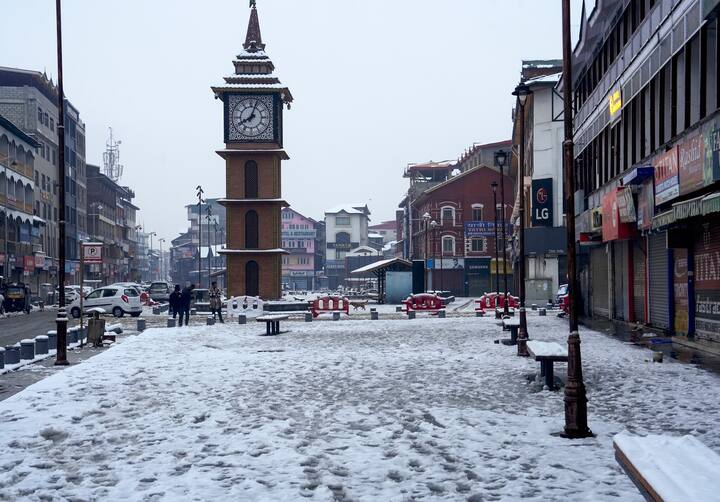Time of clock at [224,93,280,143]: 8:03
